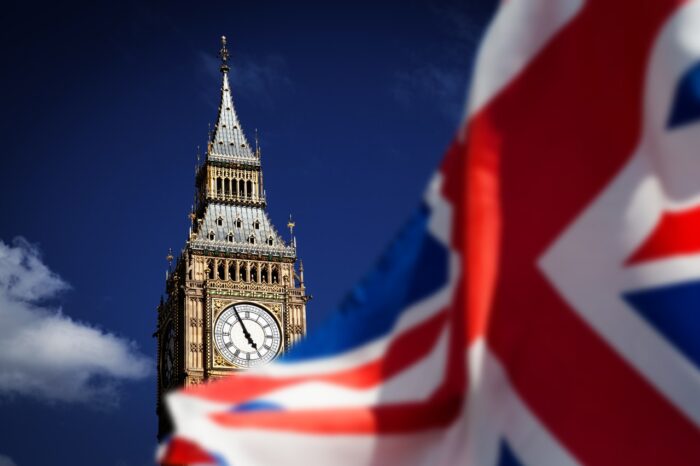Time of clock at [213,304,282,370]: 4:55
